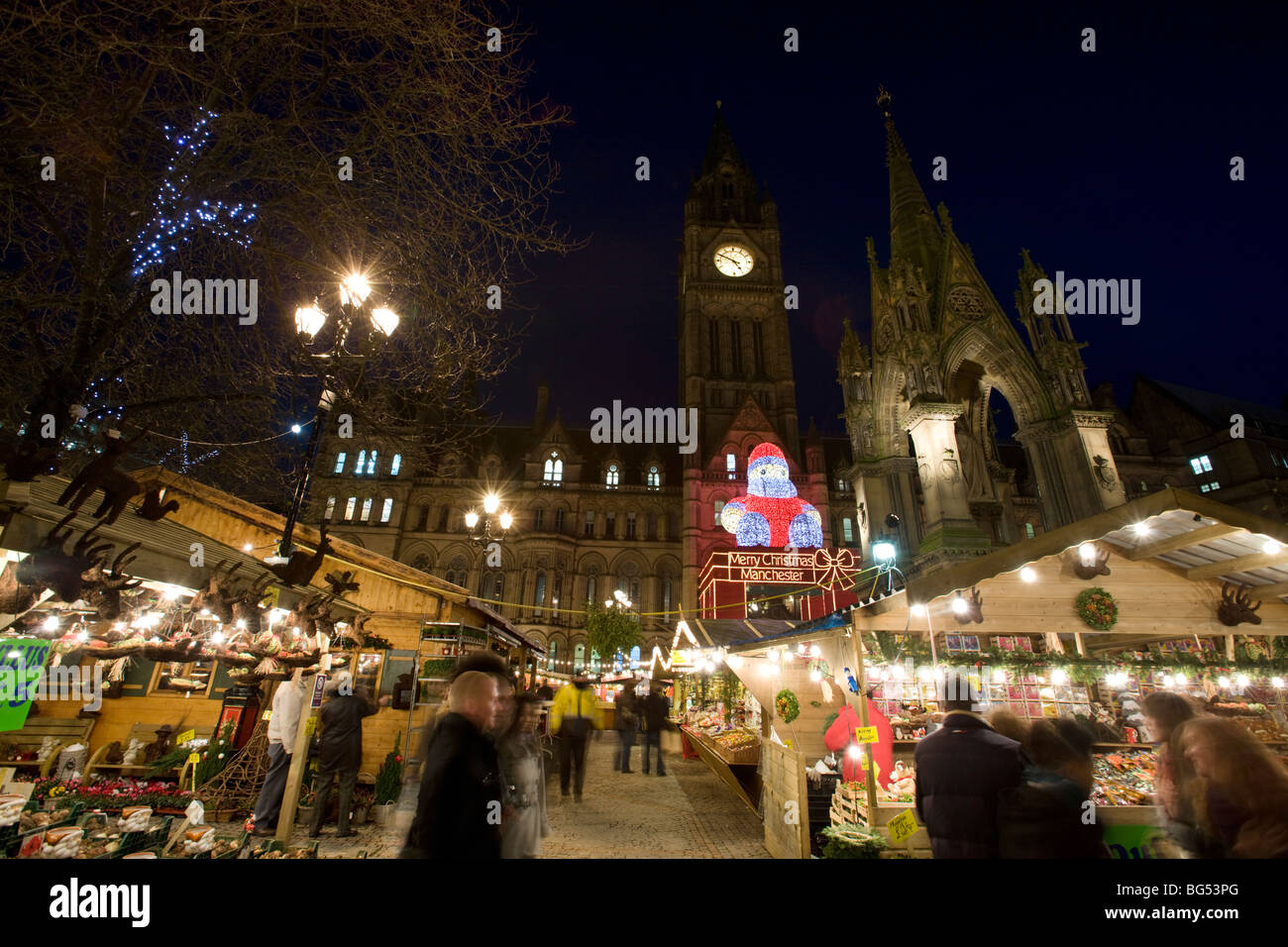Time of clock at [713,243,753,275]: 4:49
